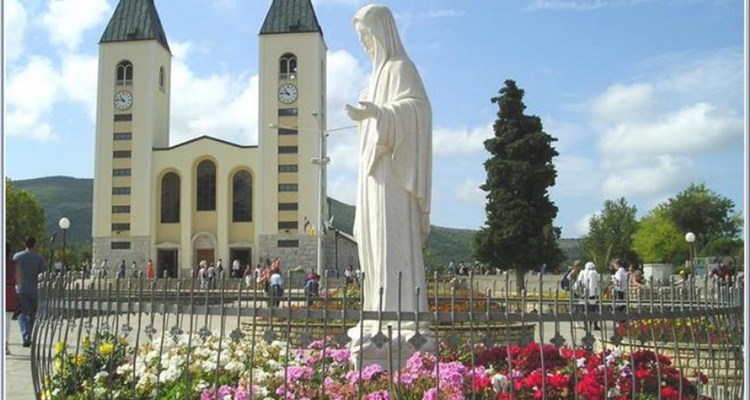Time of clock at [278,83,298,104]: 10:46
